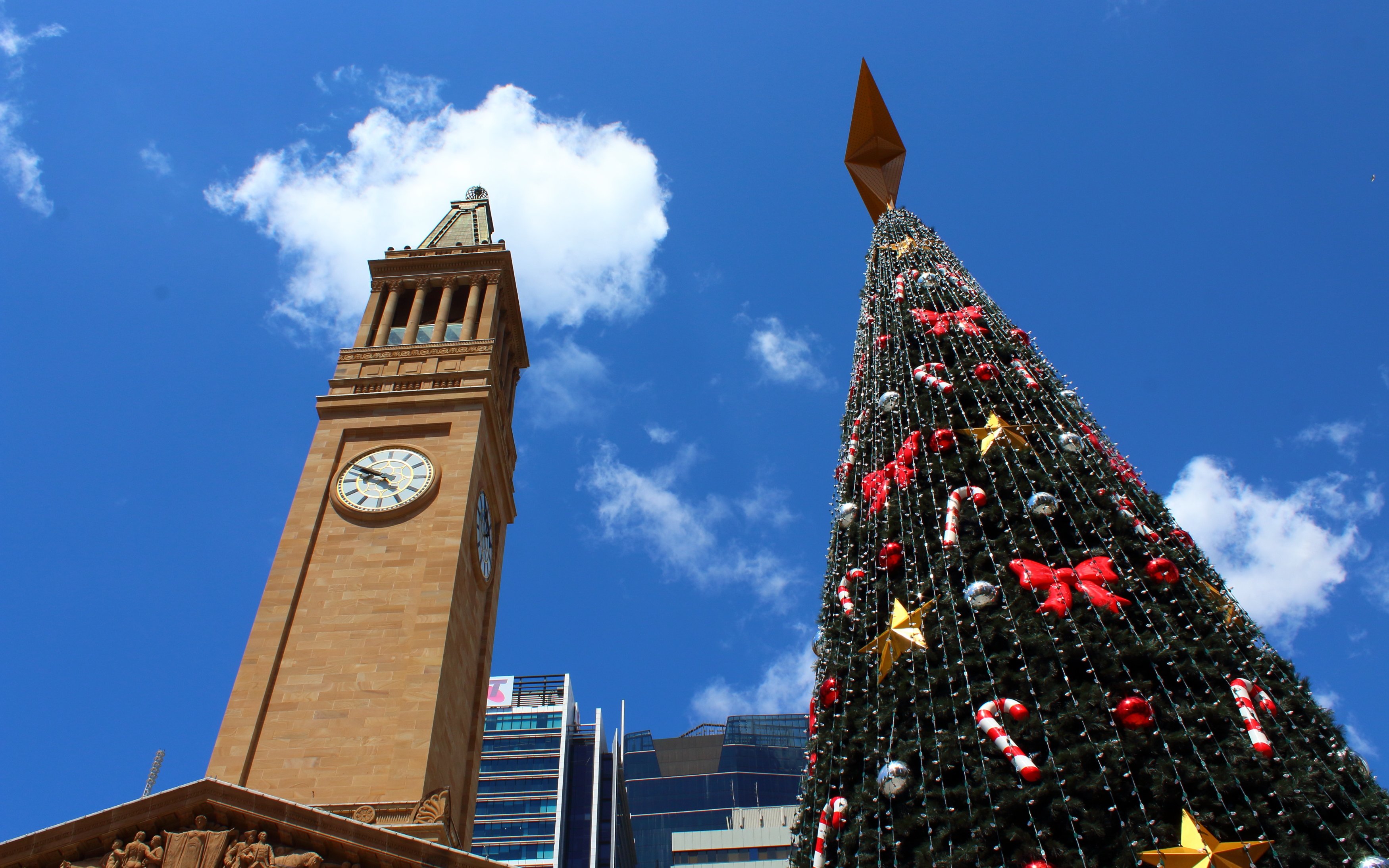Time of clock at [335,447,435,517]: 4:49
